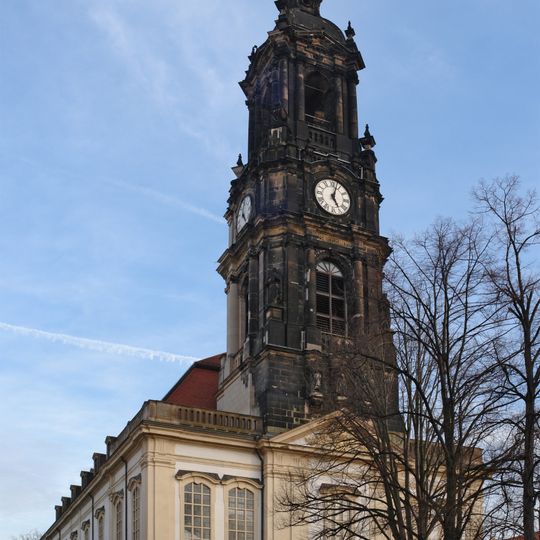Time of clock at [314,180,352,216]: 5:03
